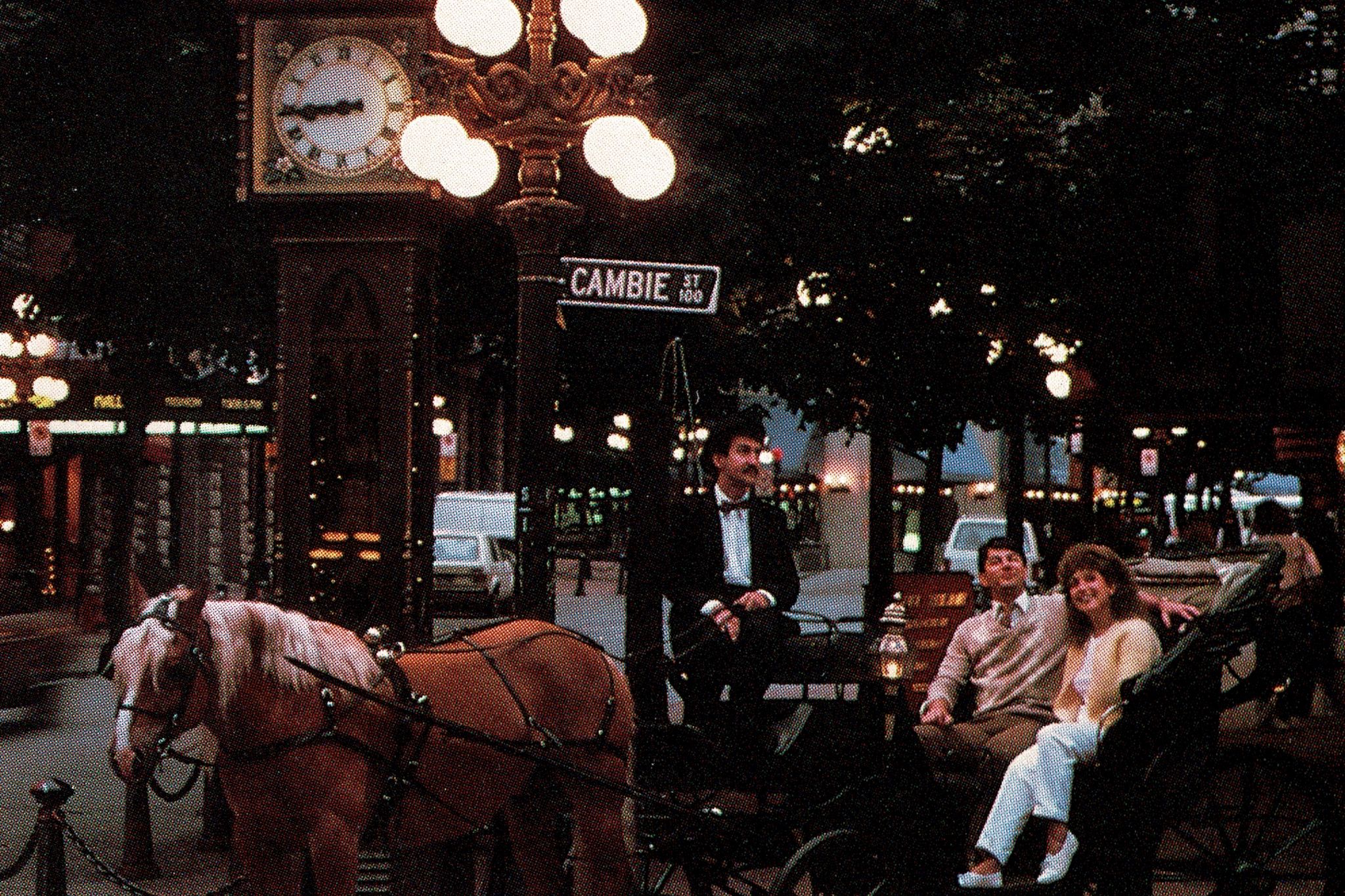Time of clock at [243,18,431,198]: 8:44
